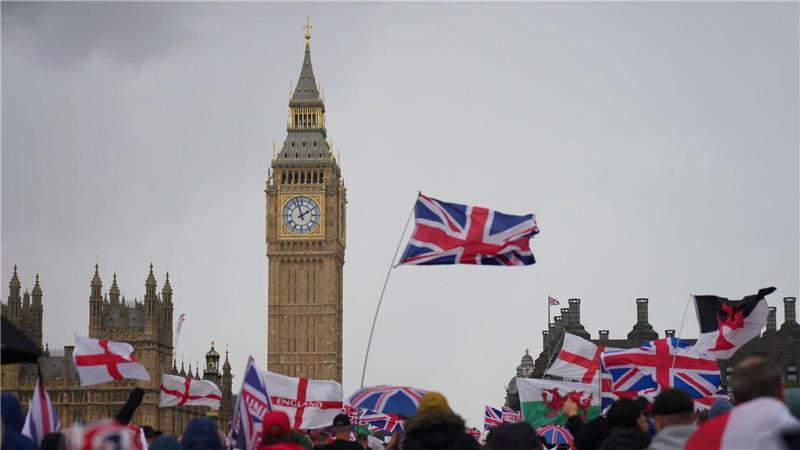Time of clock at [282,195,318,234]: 1:57
